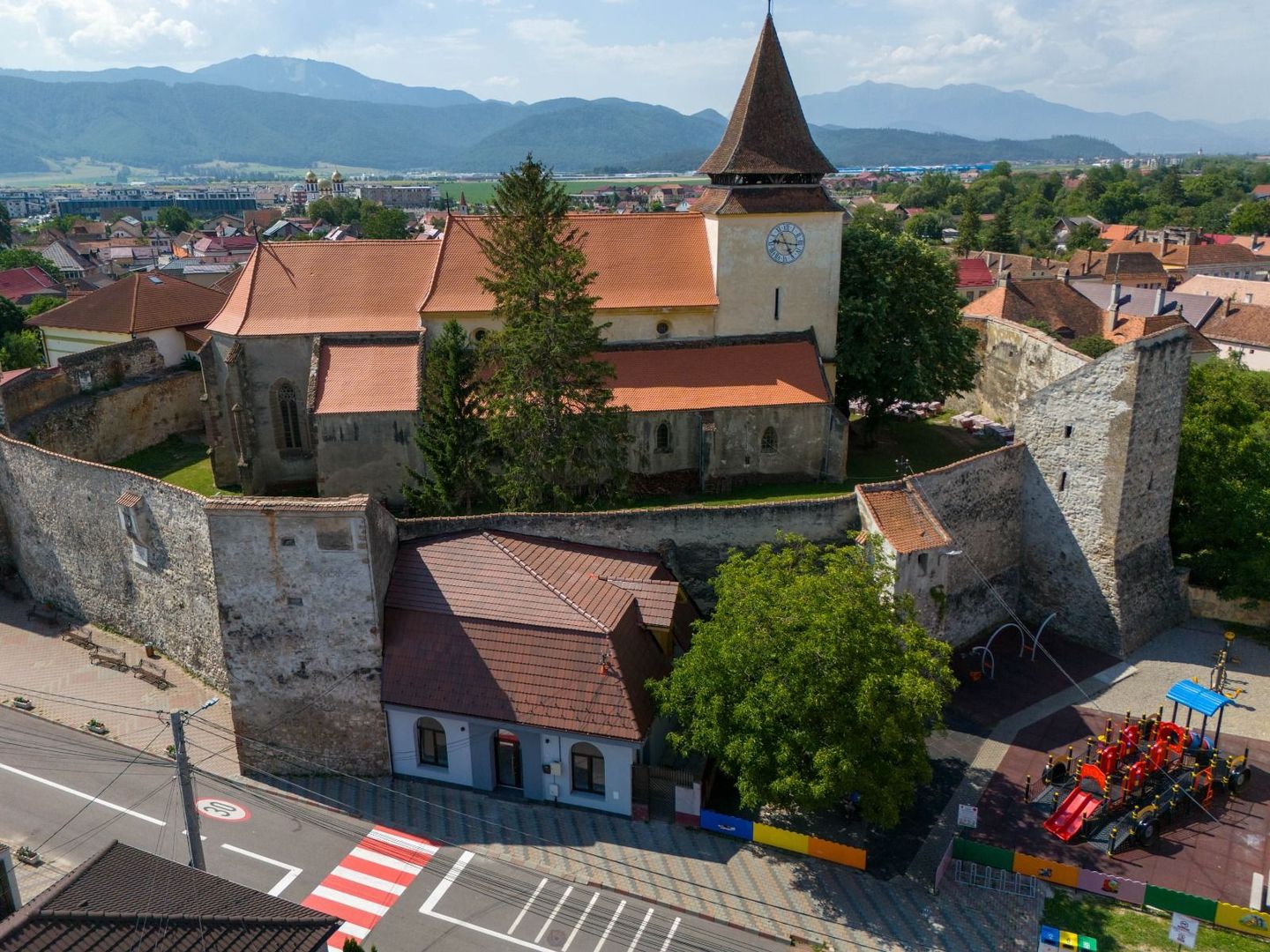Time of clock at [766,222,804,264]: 9:16
